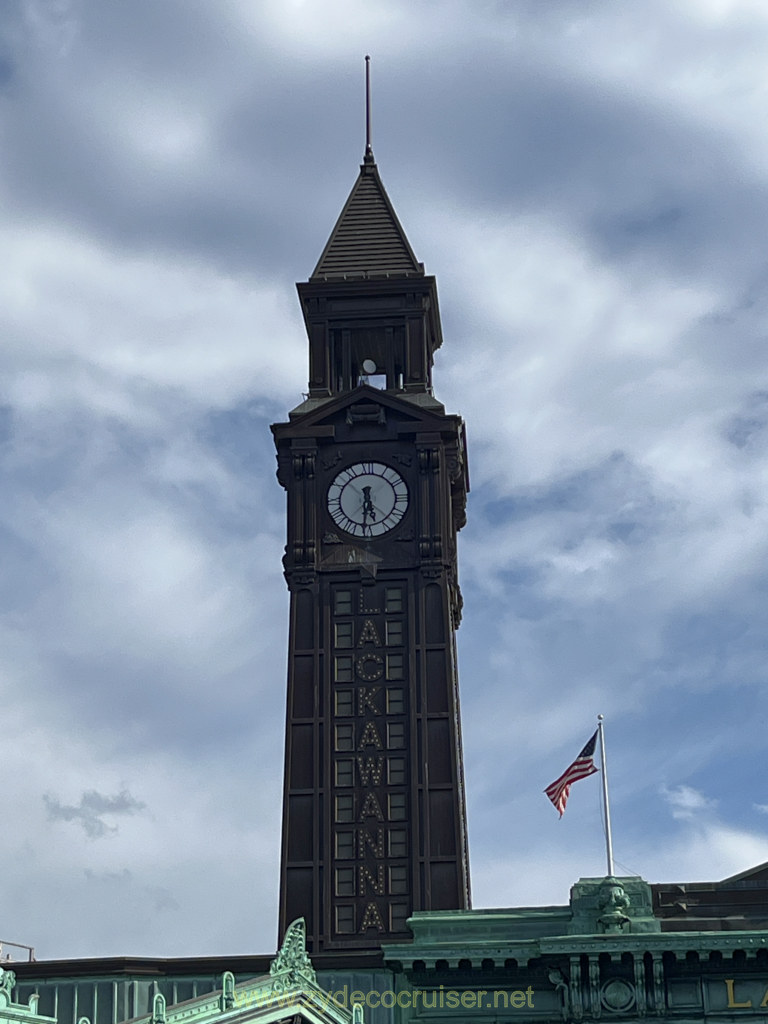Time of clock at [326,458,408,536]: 5:30
